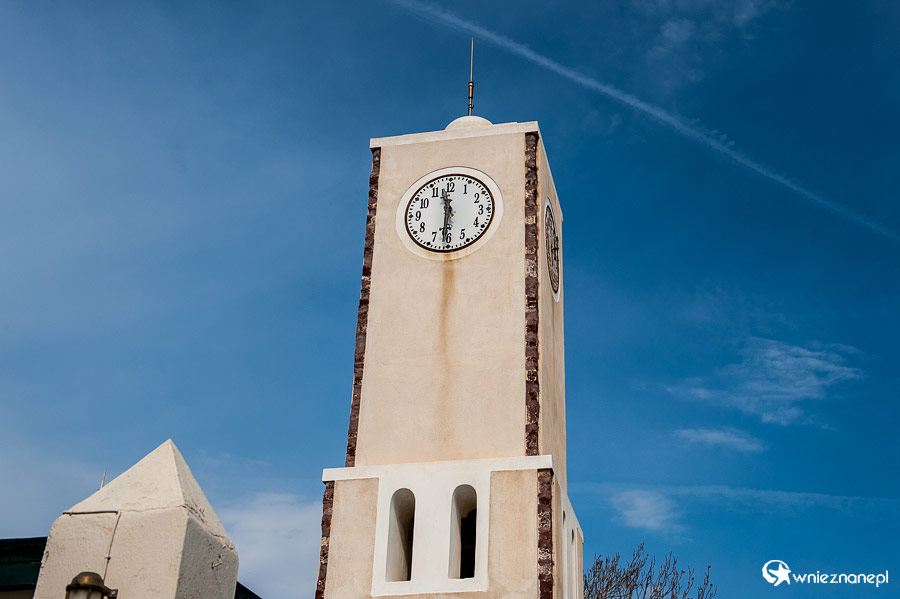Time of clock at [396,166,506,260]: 11:30
